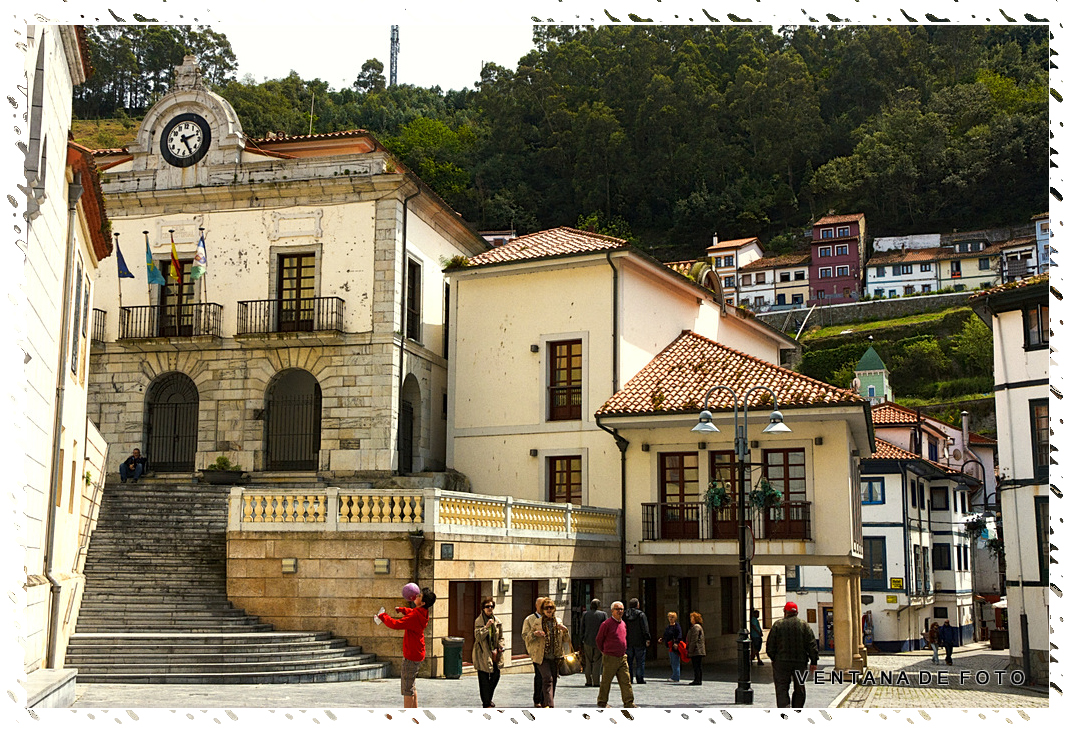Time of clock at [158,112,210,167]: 2:24
